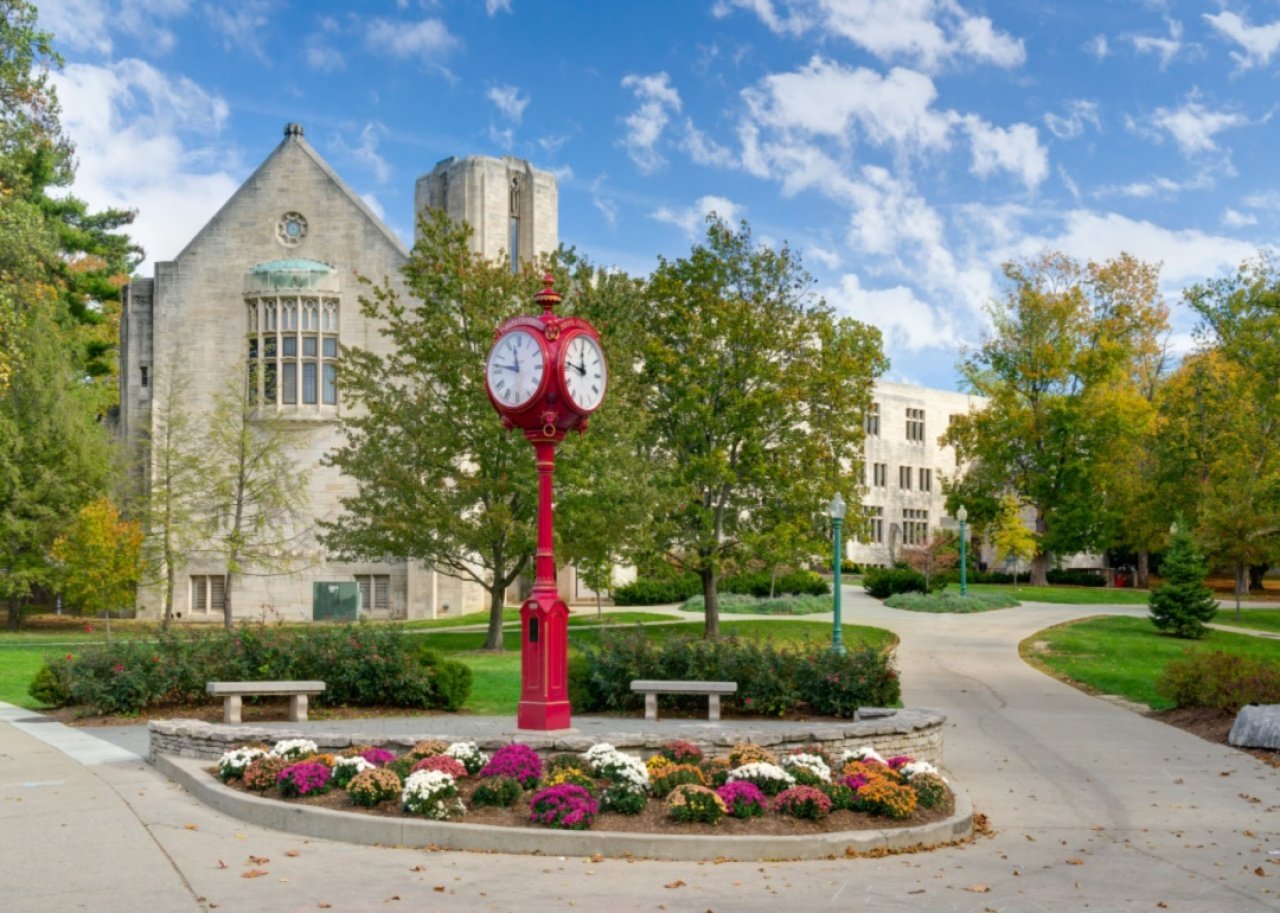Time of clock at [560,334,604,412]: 11:46
